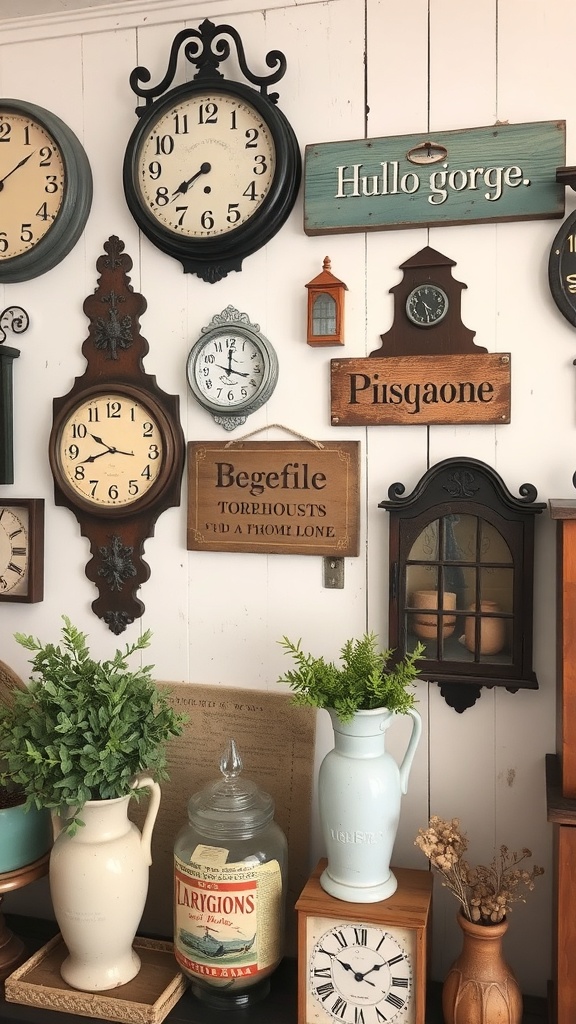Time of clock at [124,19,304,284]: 7:39
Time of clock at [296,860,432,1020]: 10:09
